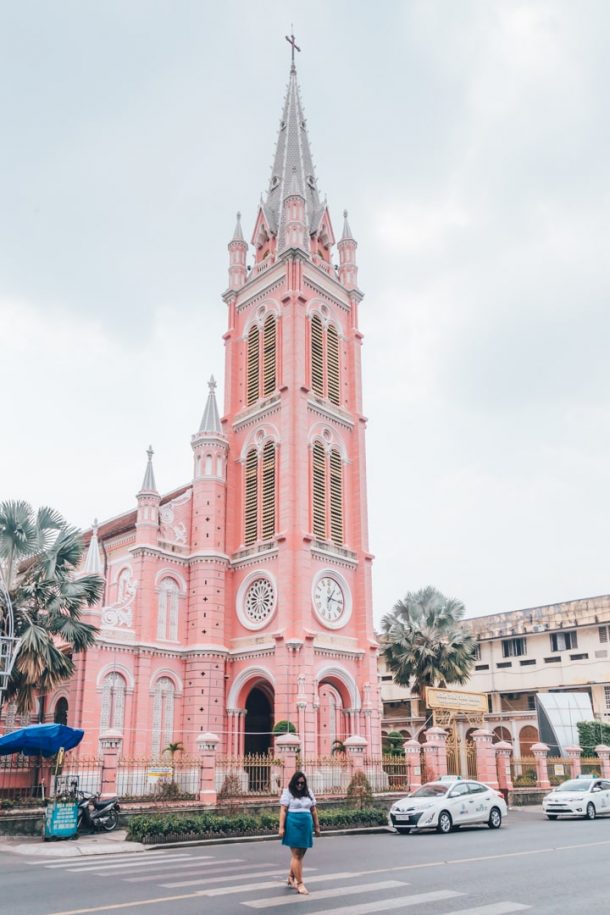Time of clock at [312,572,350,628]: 1:16
